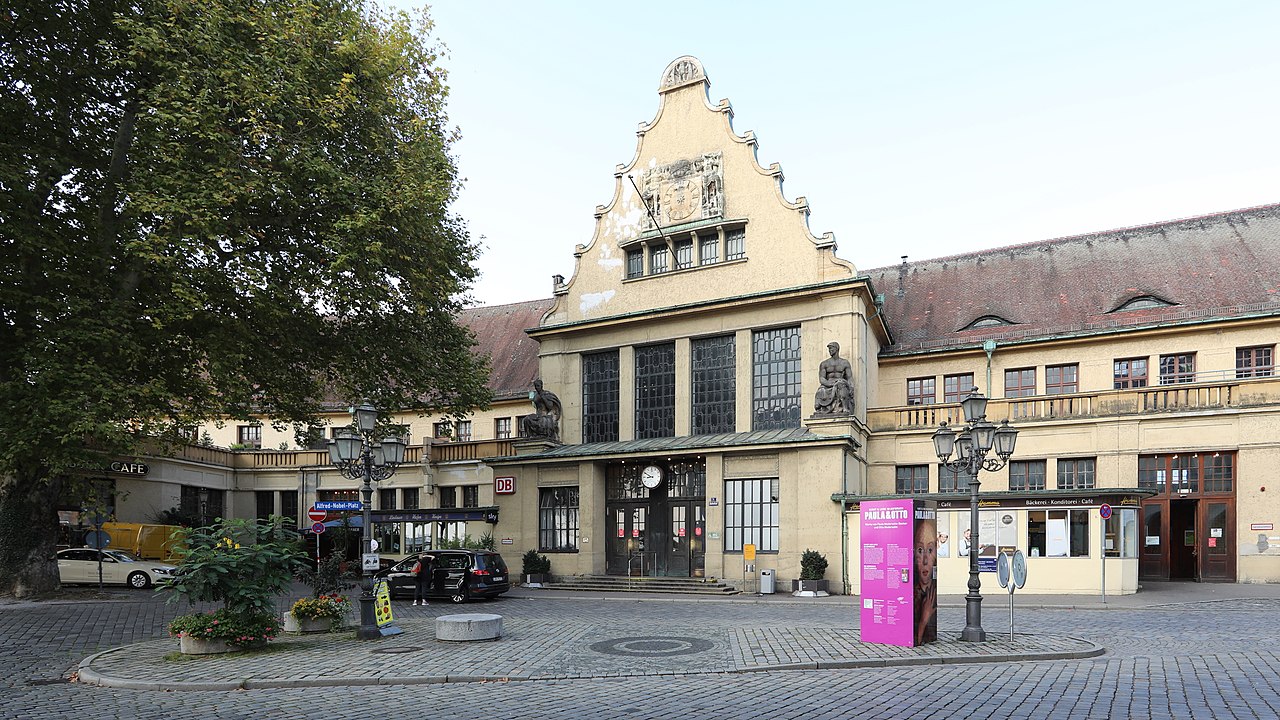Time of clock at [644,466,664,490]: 8:49
